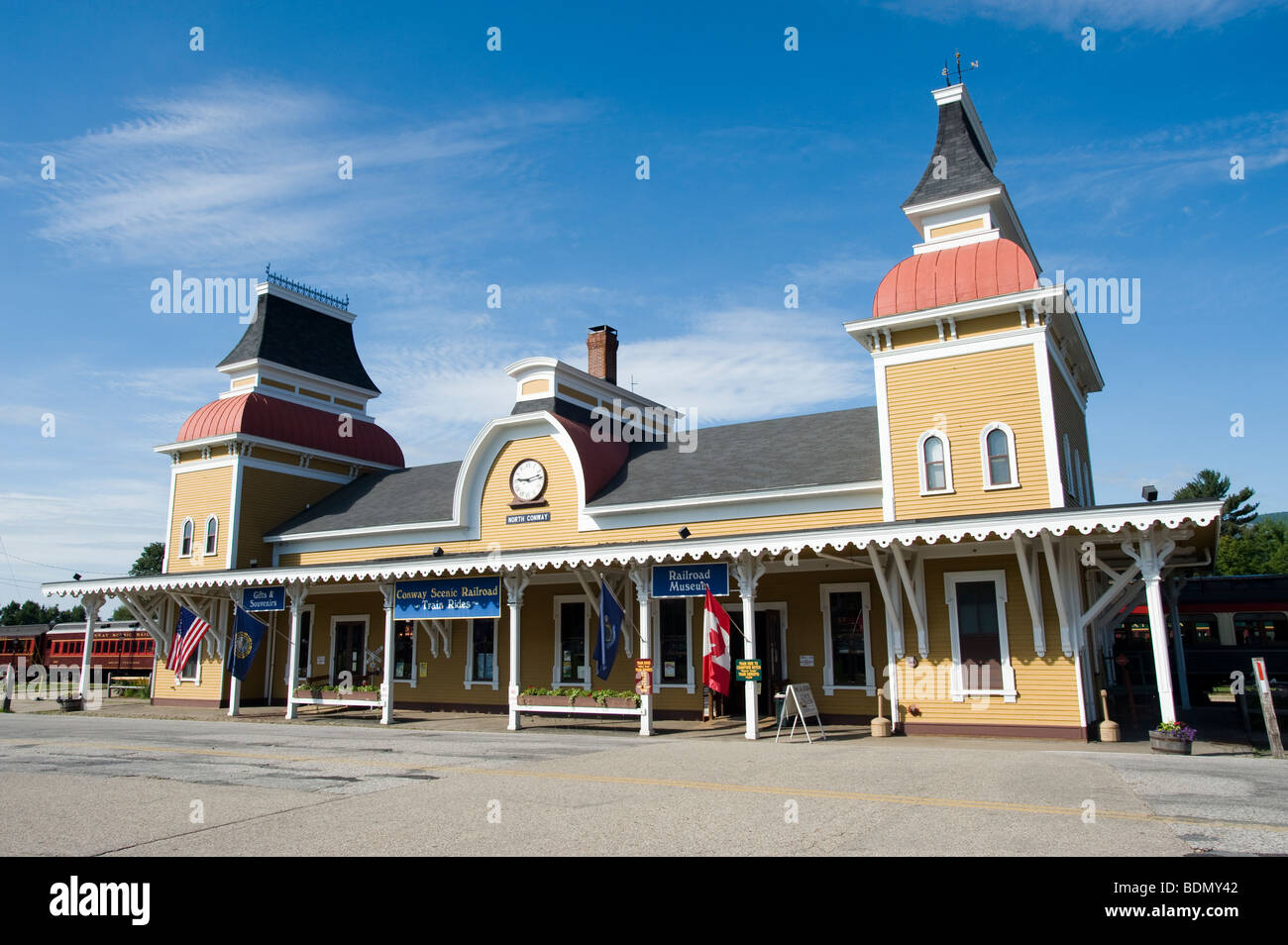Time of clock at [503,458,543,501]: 9:12
